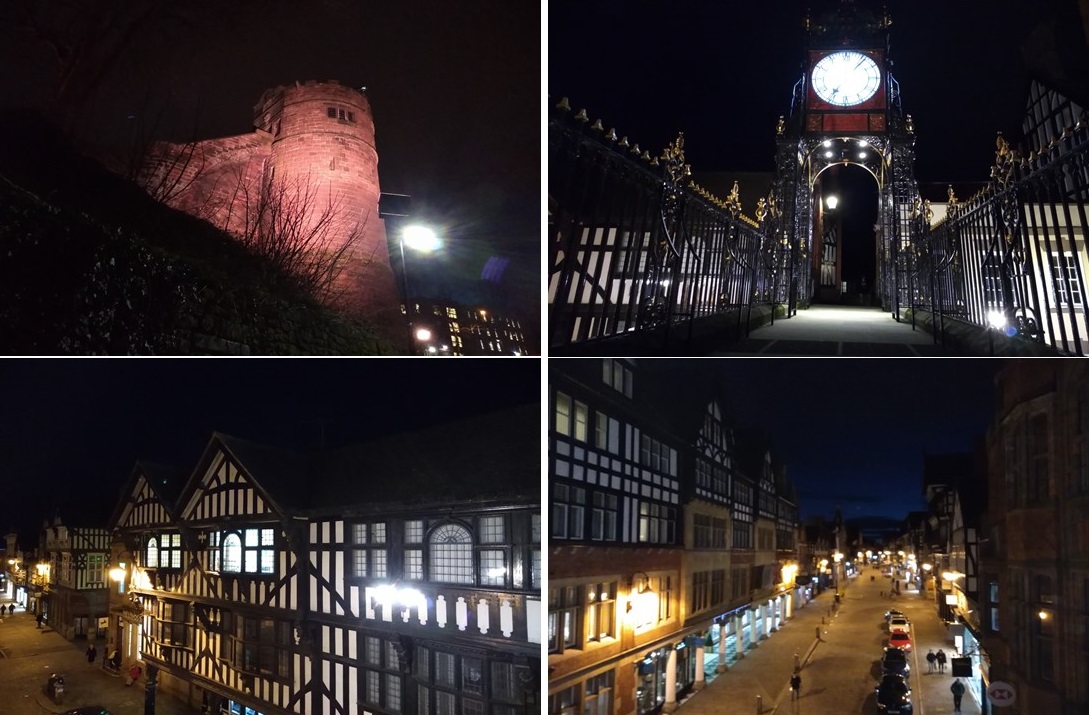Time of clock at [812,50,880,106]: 7:06
